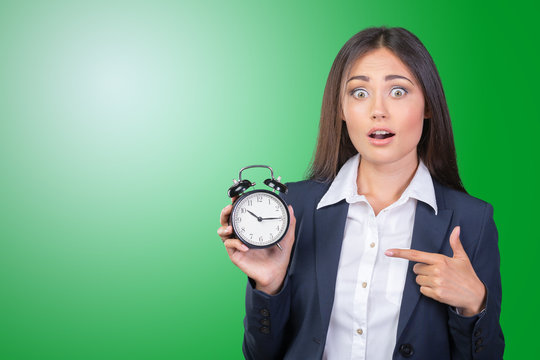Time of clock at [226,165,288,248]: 10:15
